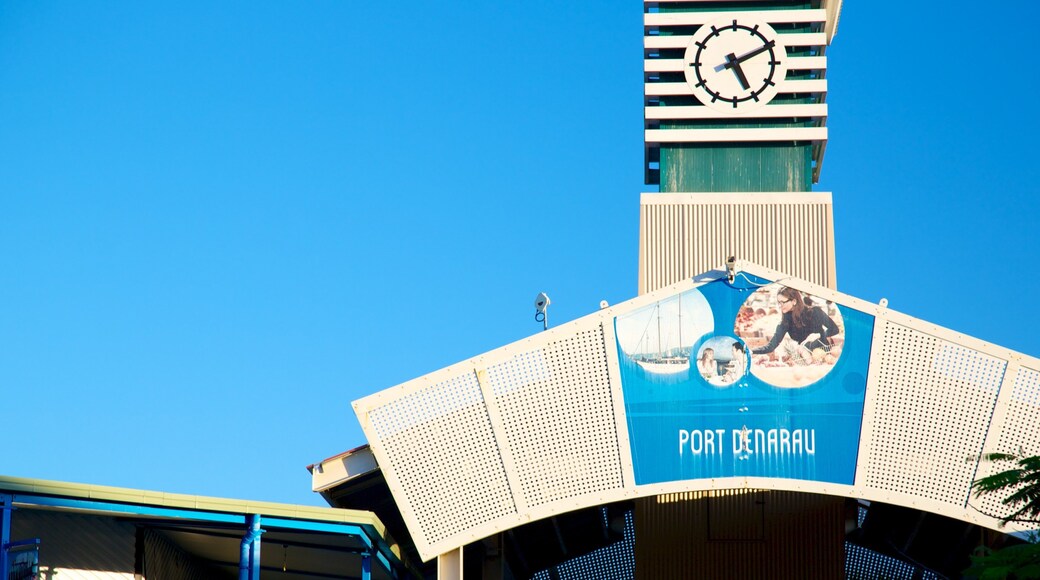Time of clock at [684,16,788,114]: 5:10
